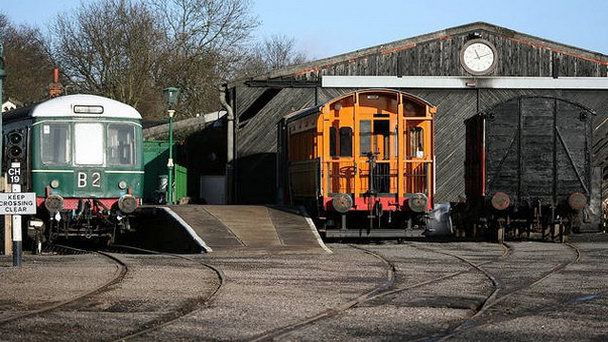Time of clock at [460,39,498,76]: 11:11
